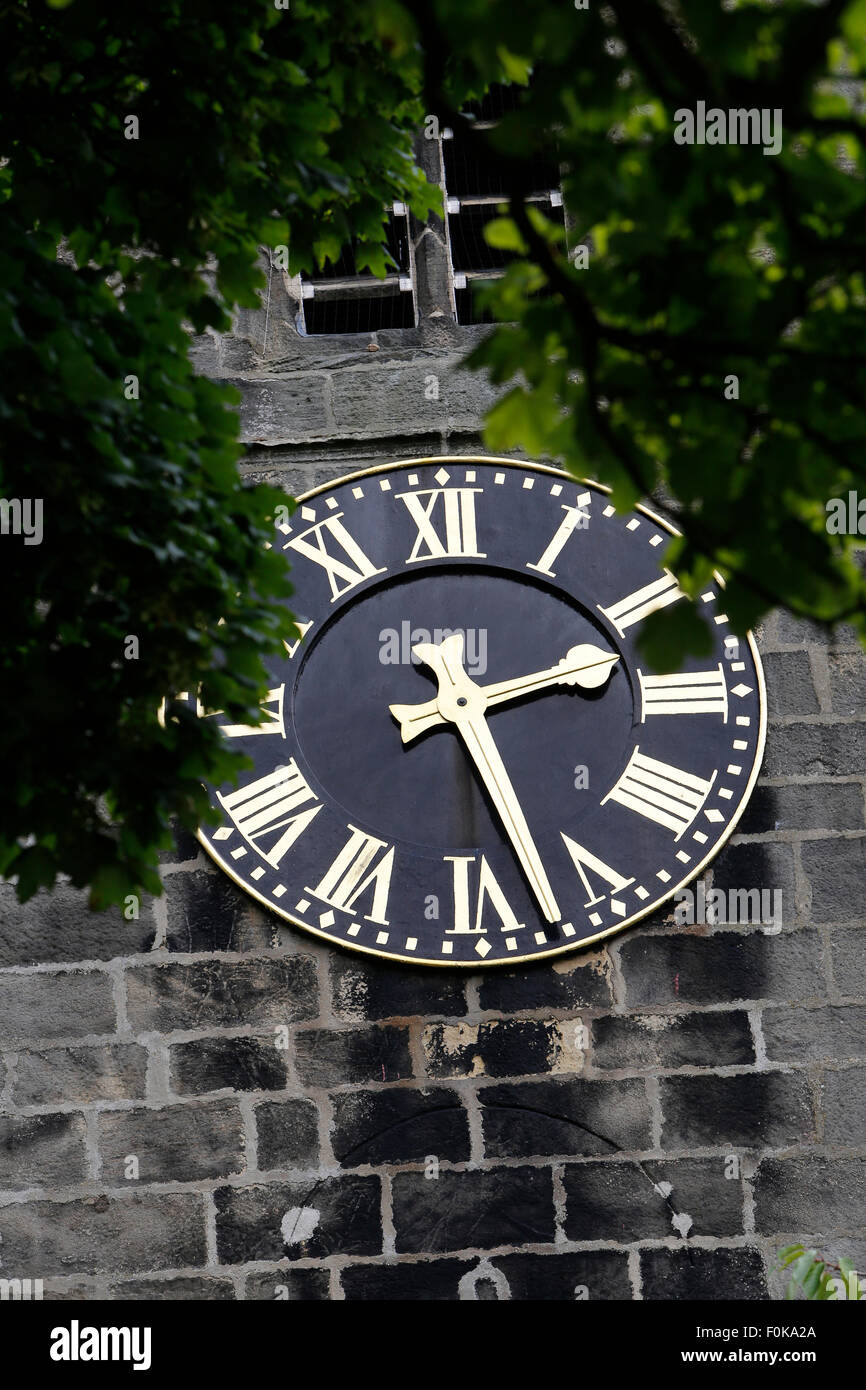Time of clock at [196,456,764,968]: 2:27
